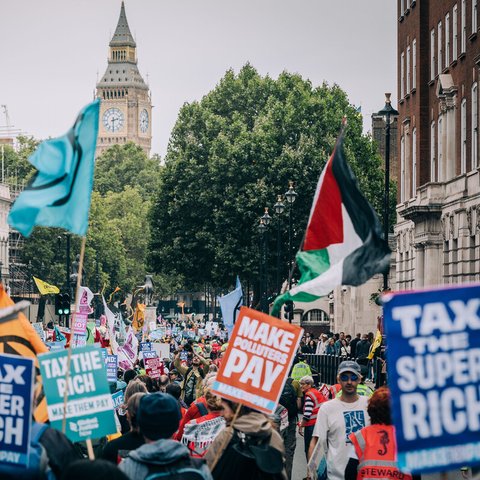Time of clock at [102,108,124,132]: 2:30
